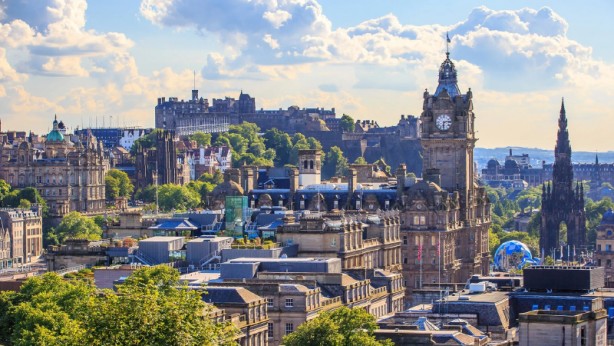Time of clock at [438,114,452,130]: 6:13
